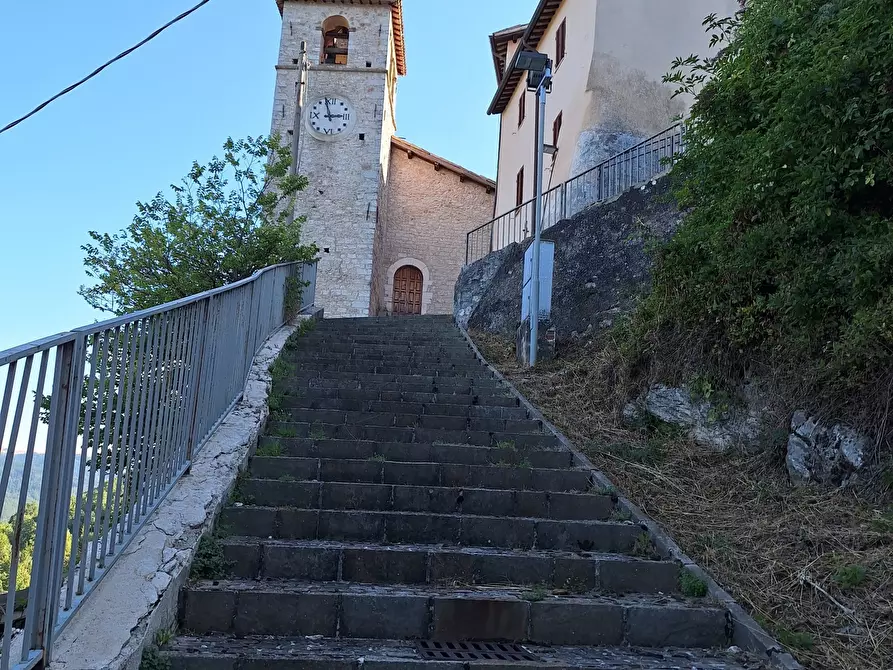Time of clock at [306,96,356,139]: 2:58
